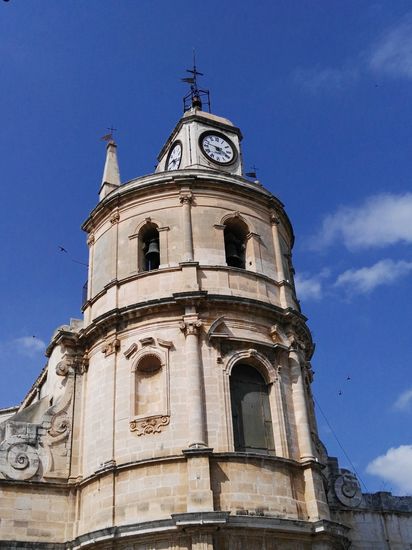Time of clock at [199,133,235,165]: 3:47
